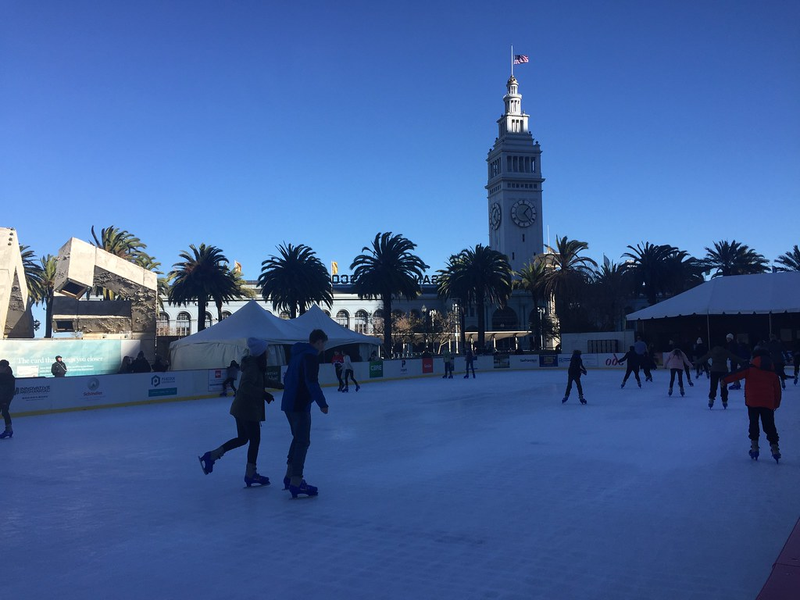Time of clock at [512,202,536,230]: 1:23
